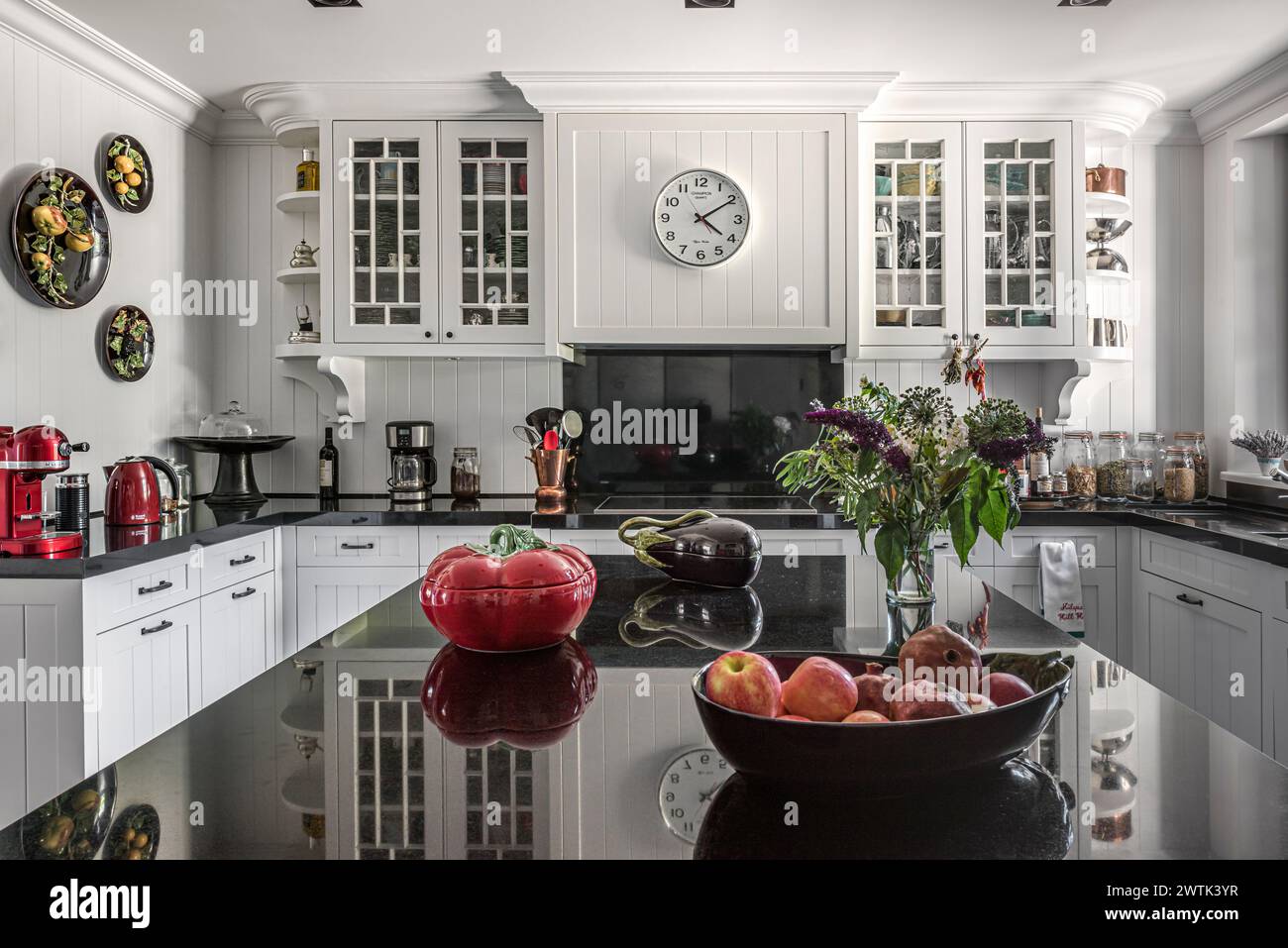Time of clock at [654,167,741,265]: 4:09
